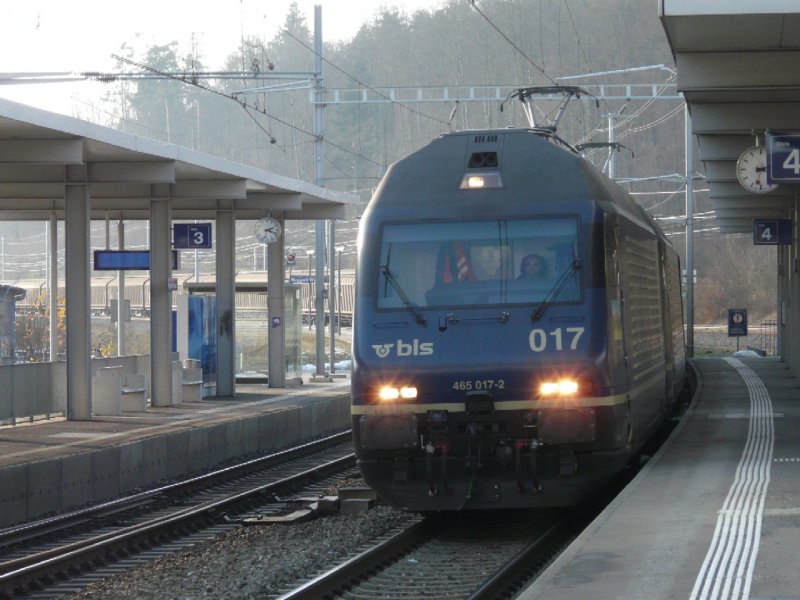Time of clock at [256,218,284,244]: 2:18
